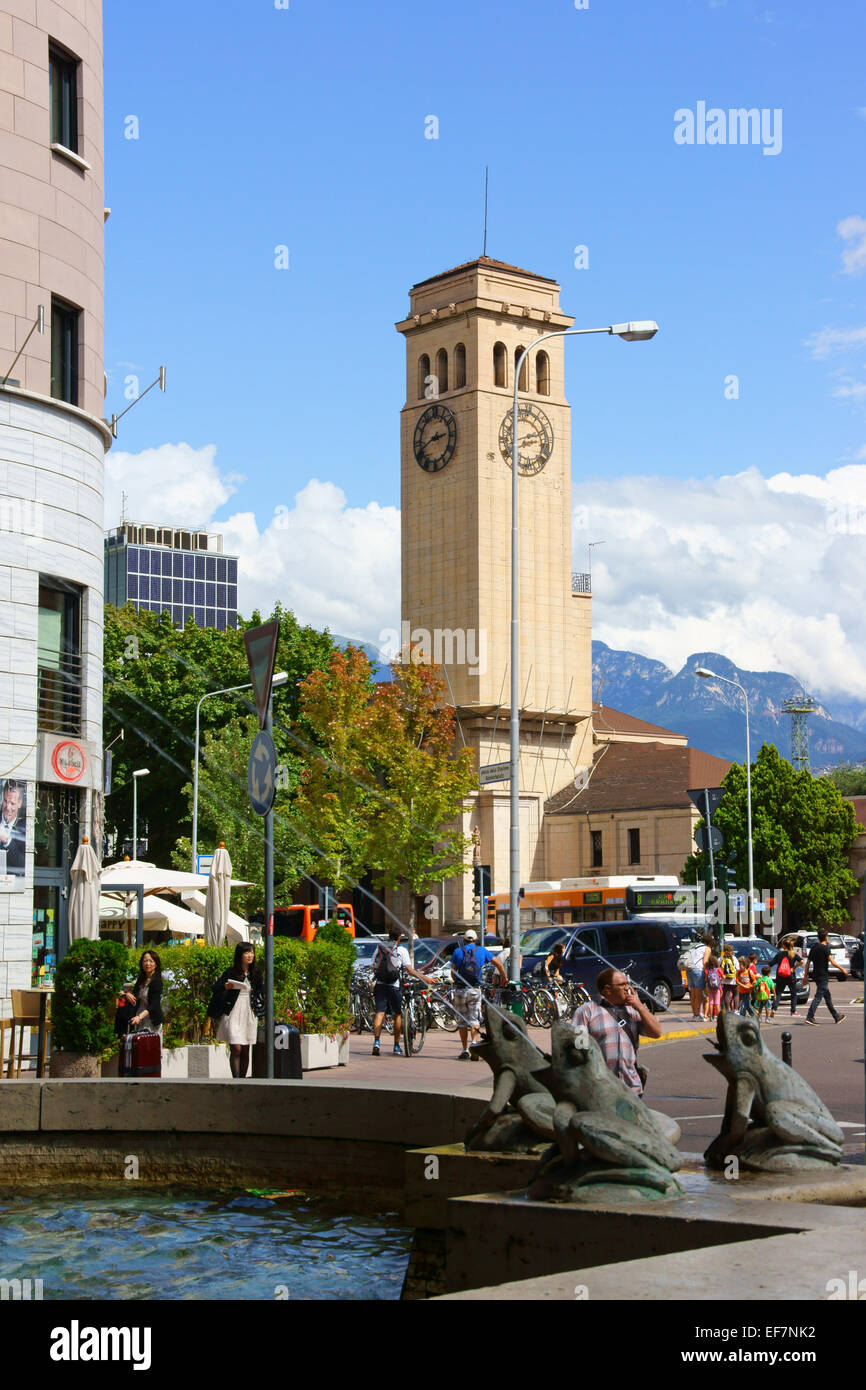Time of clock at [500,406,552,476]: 8:12
